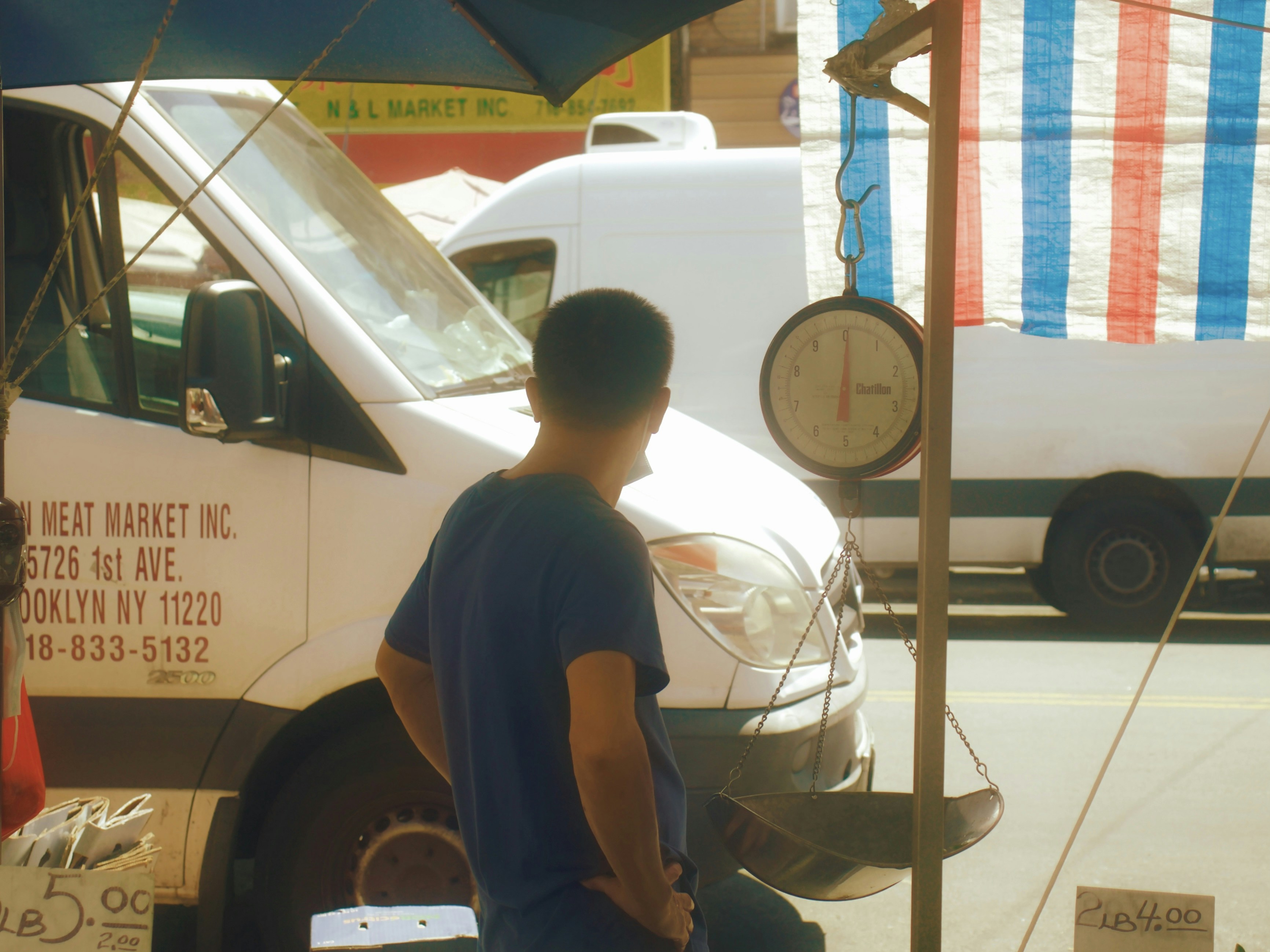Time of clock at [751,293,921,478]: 6:00
